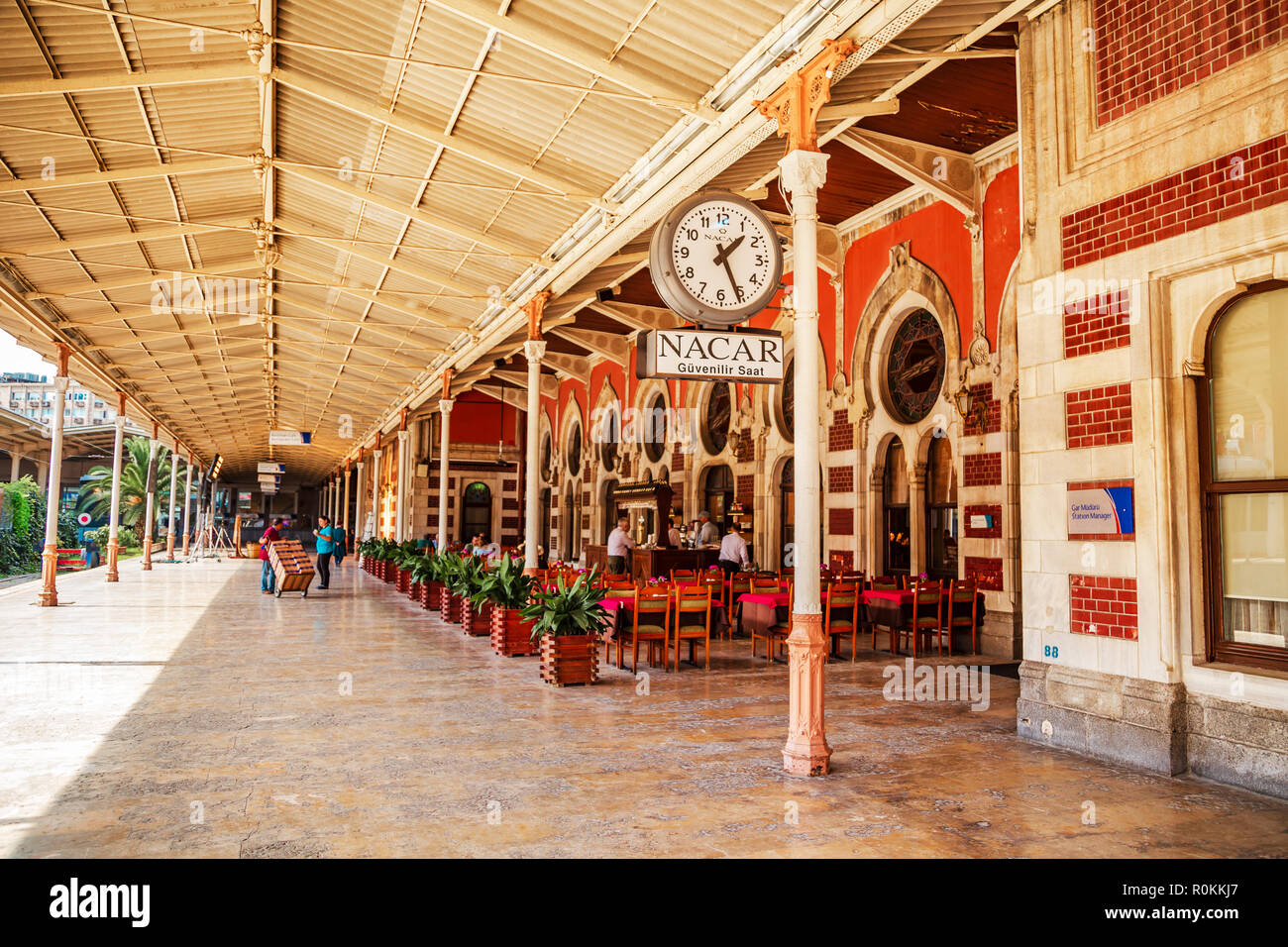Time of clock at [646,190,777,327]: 1:25
